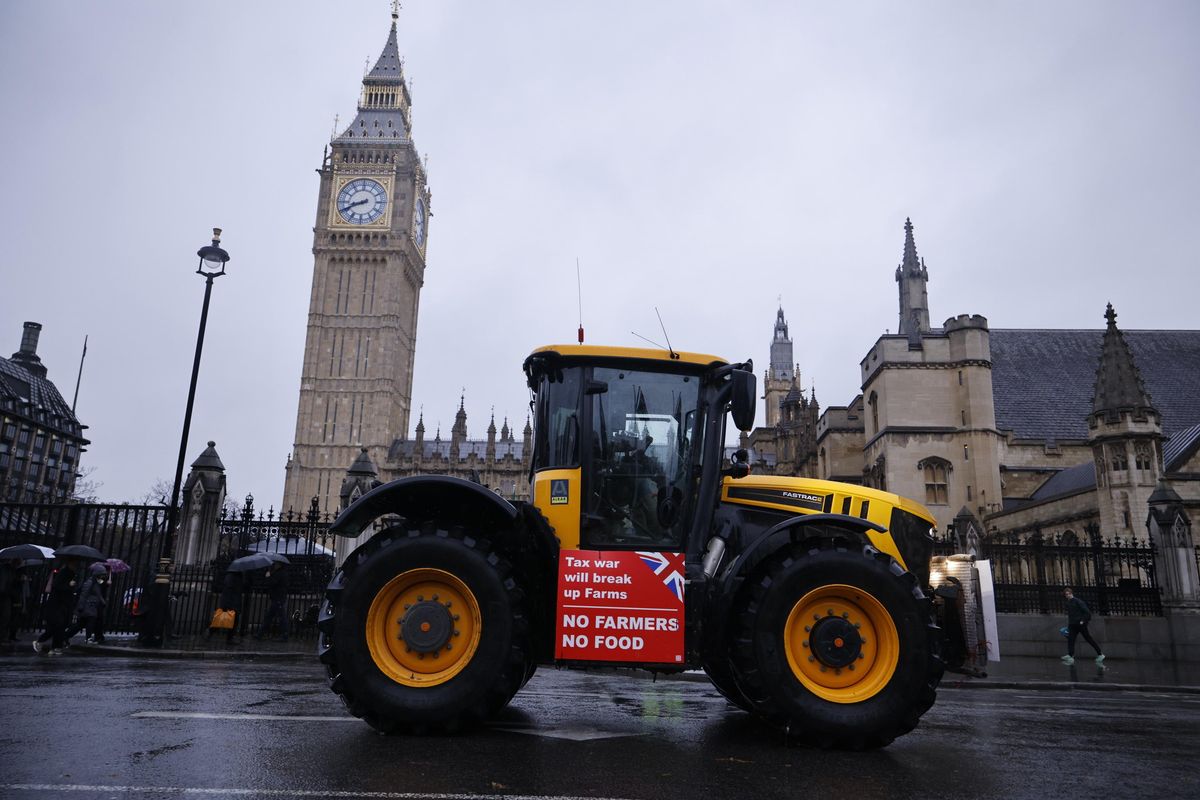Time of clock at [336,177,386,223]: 8:41
